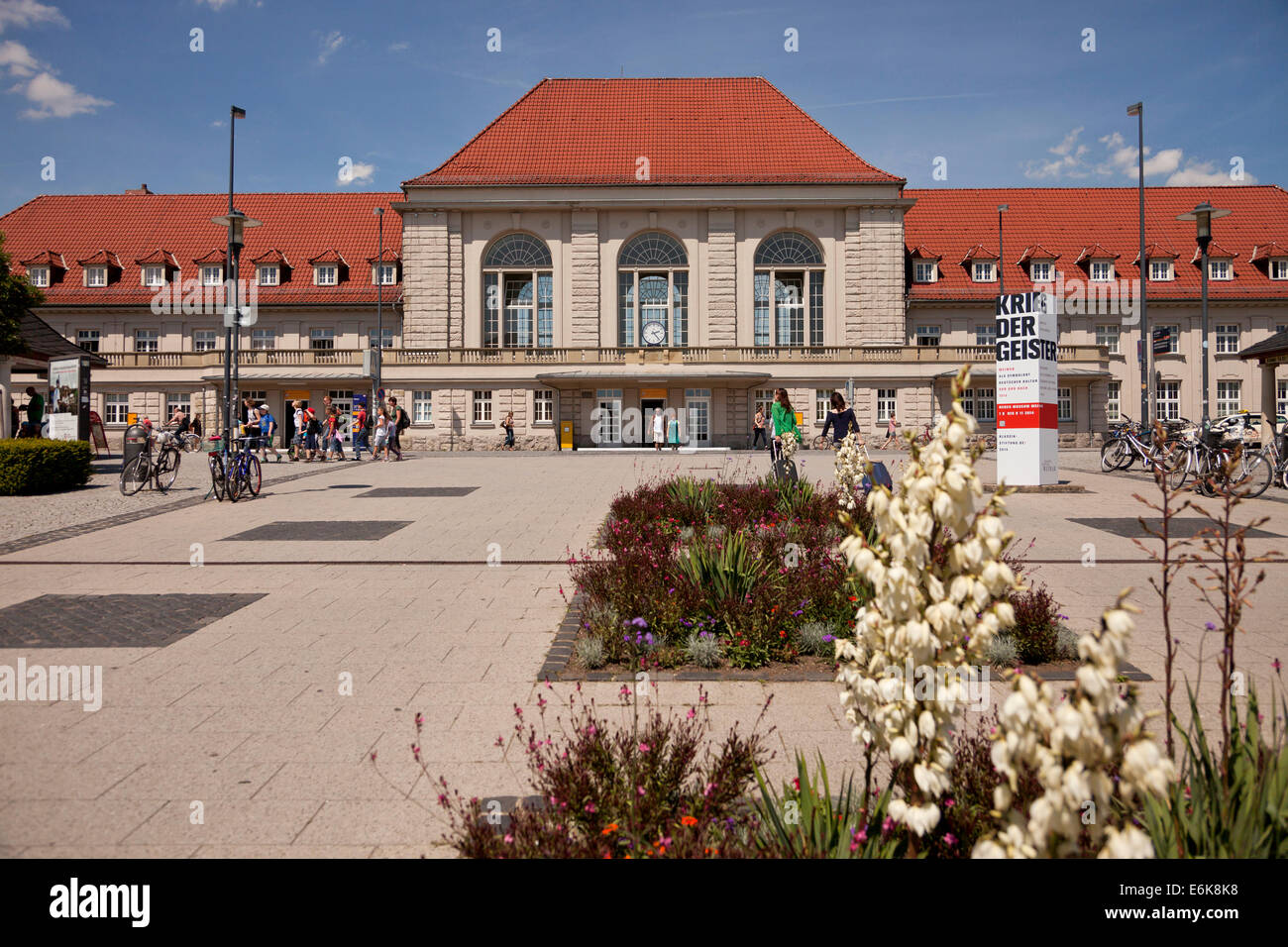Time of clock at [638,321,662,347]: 2:23
